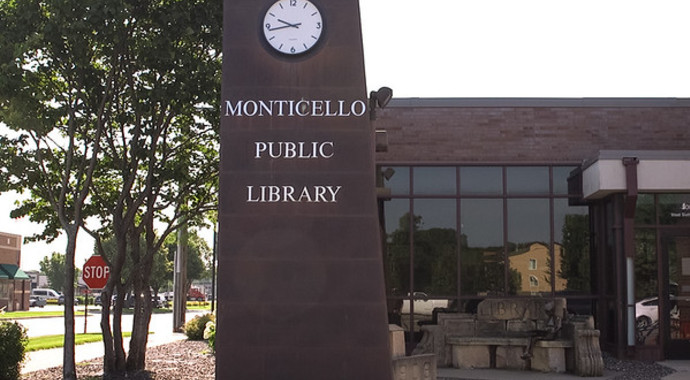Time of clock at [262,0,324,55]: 9:43
